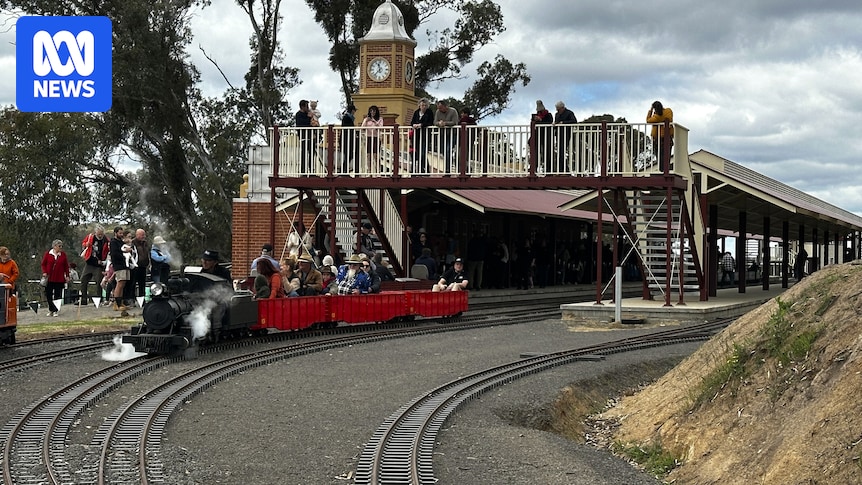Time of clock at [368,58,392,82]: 11:37
